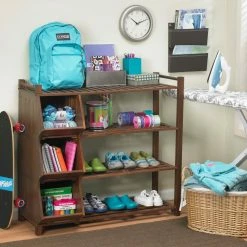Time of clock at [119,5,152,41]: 10:11
